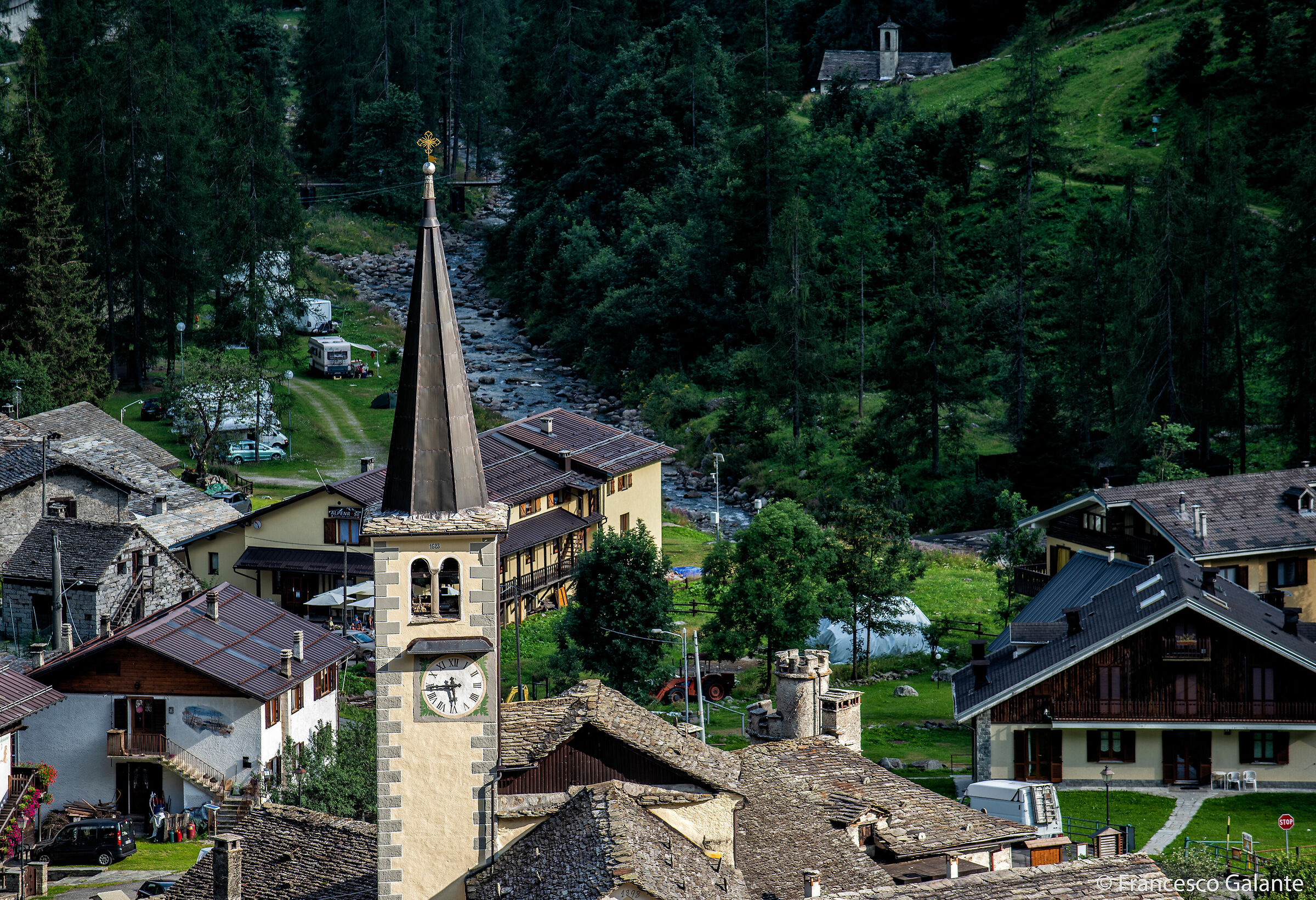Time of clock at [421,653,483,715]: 5:44
